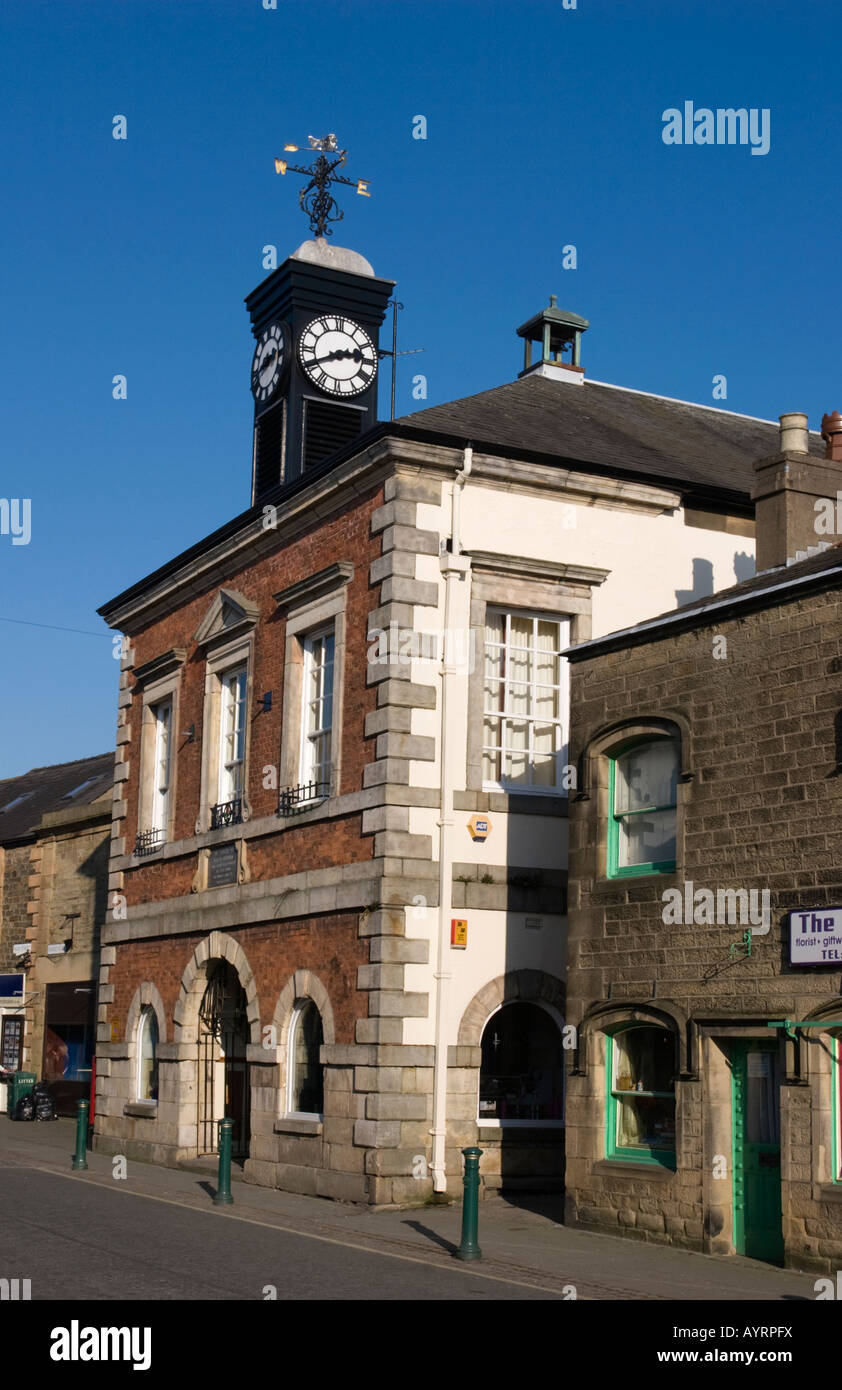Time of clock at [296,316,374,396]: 2:40
